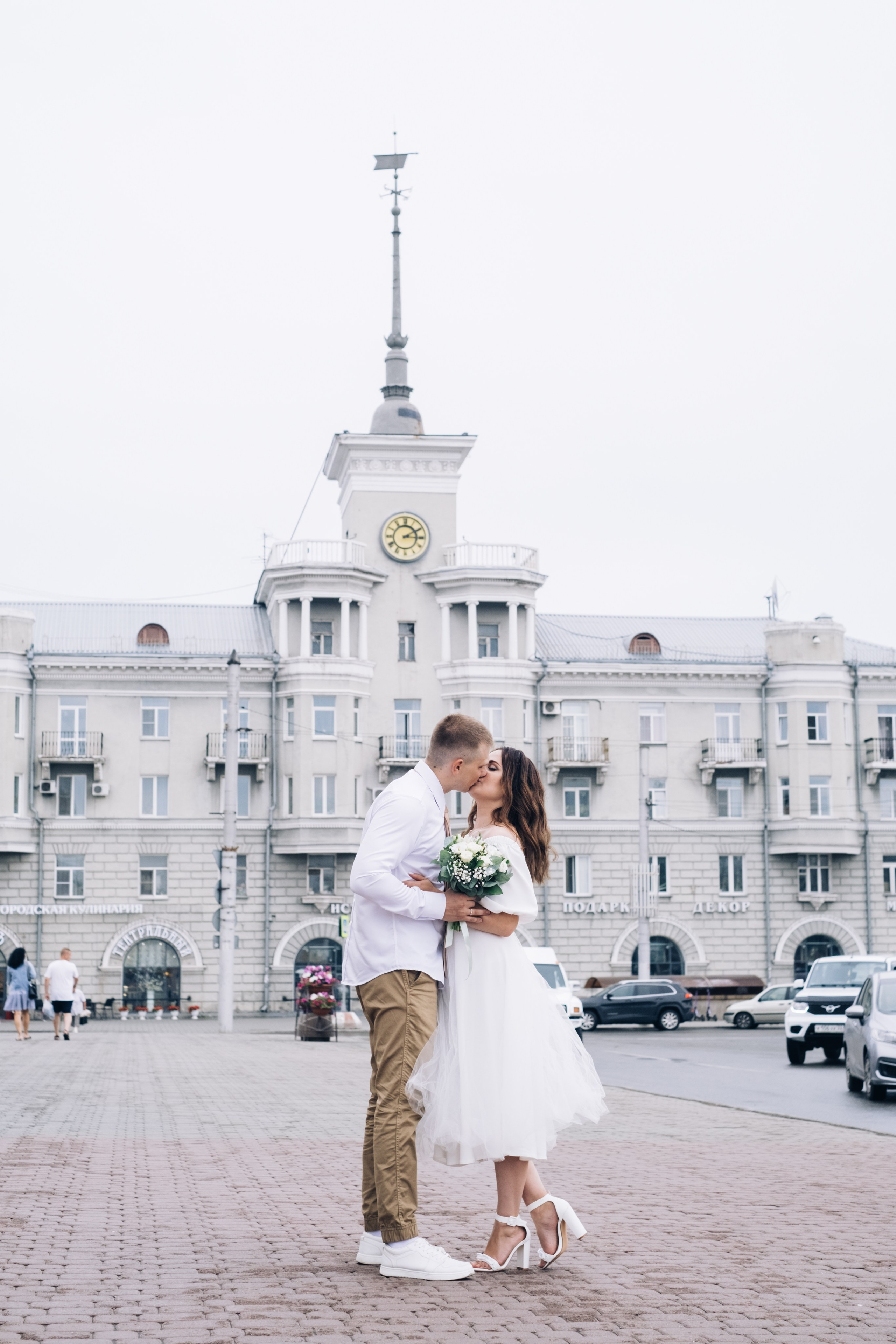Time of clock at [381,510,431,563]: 3:10
